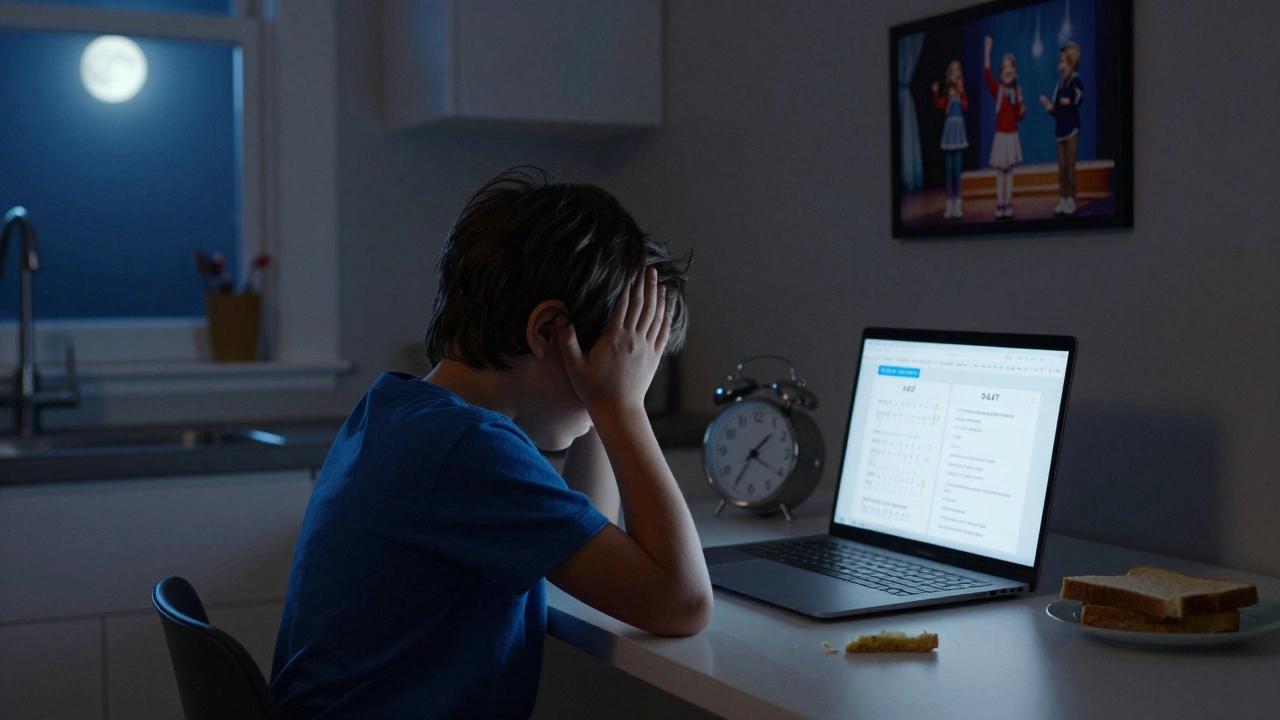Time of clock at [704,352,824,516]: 1:35
